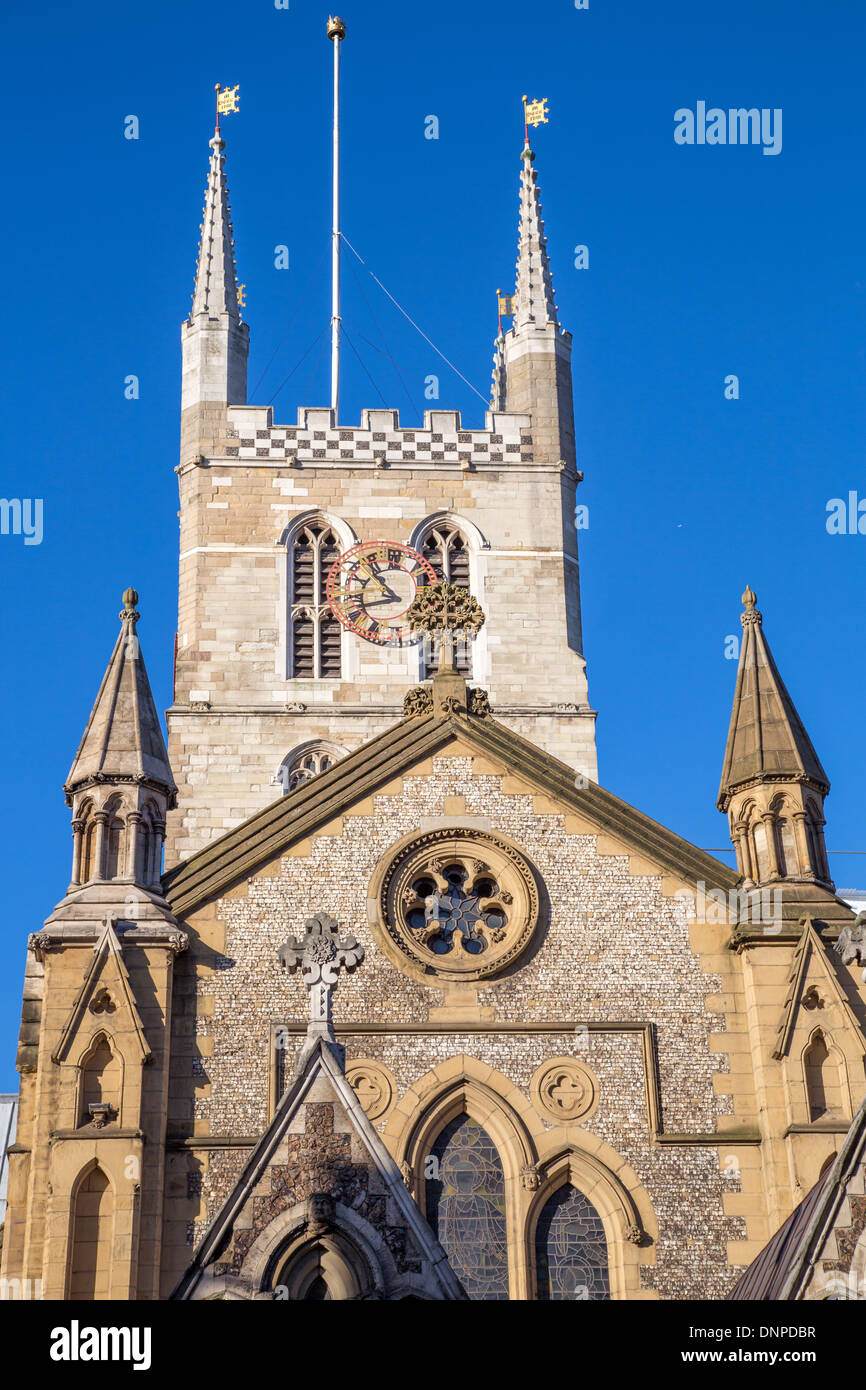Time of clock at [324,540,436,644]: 10:42
